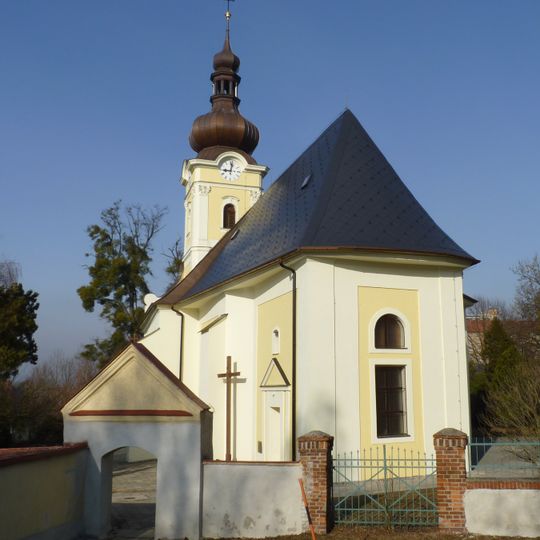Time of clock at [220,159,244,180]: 9:01
